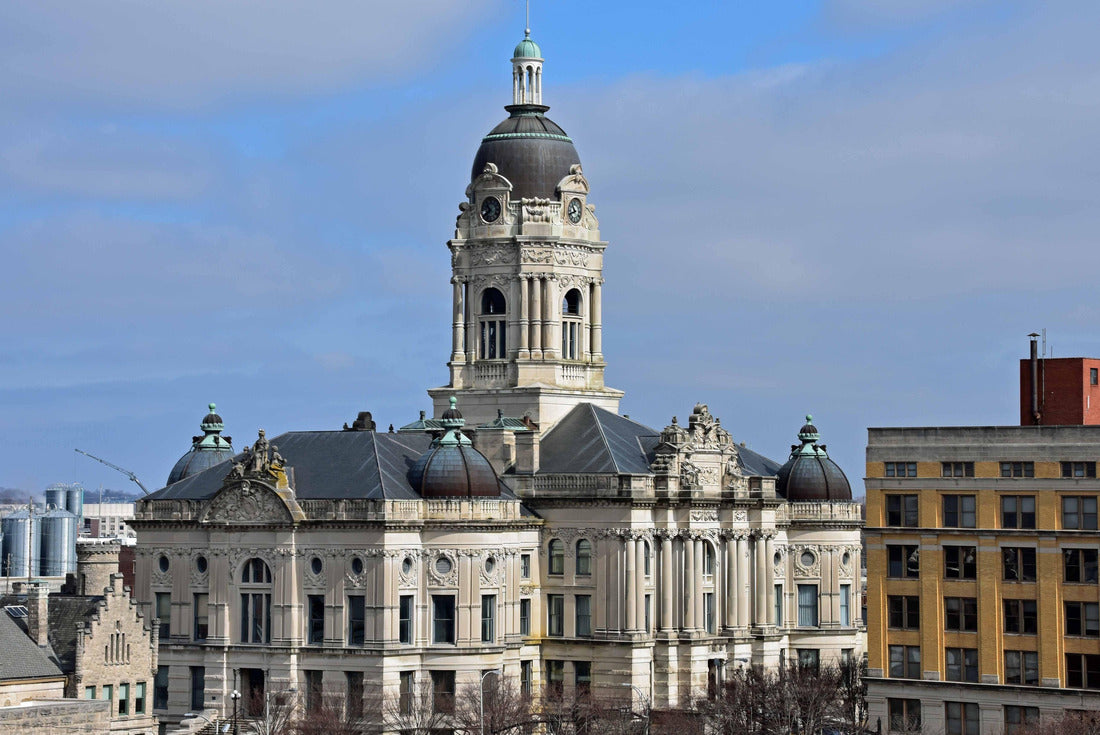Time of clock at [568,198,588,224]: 10:41
